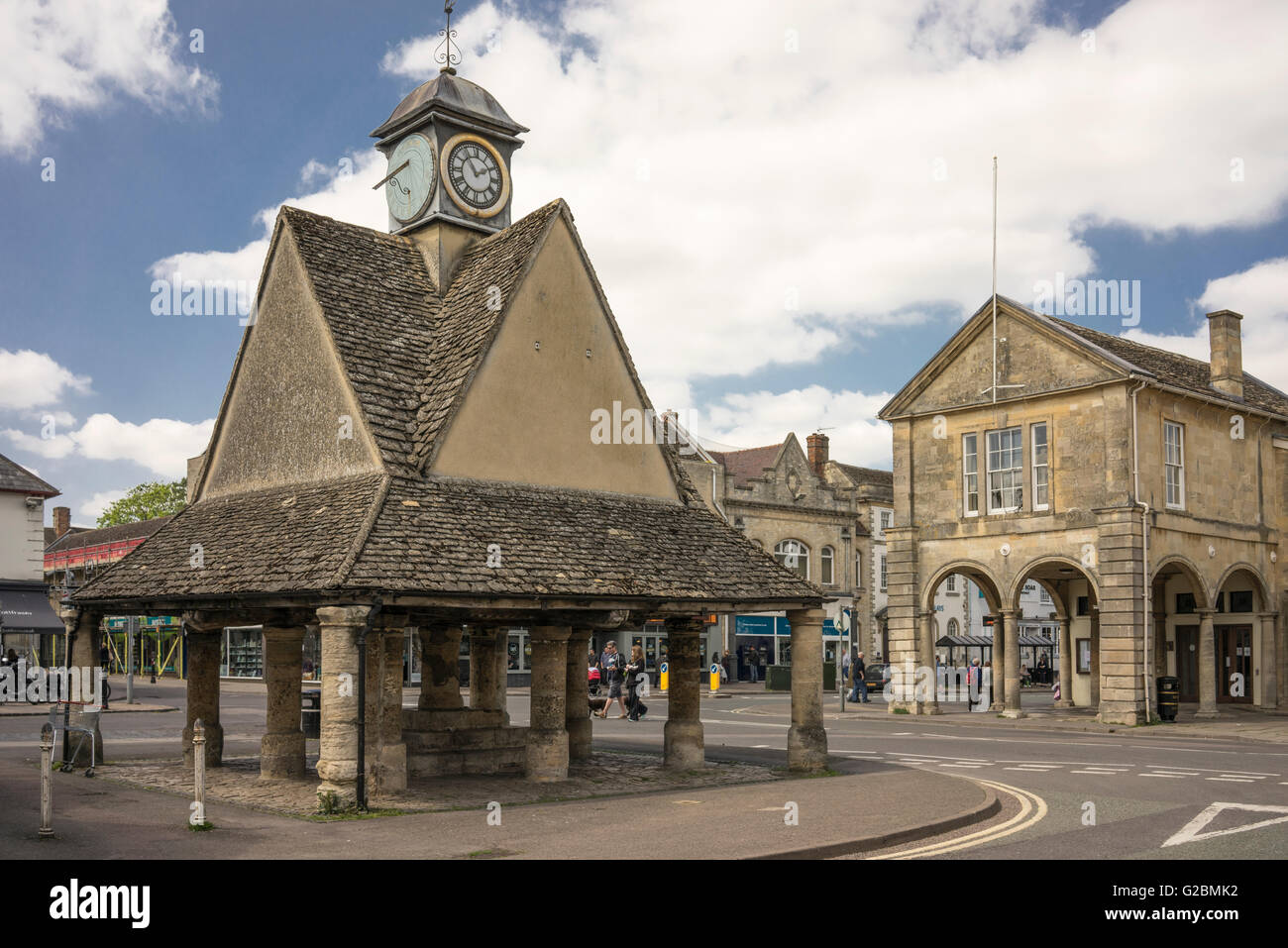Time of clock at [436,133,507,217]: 1:54
